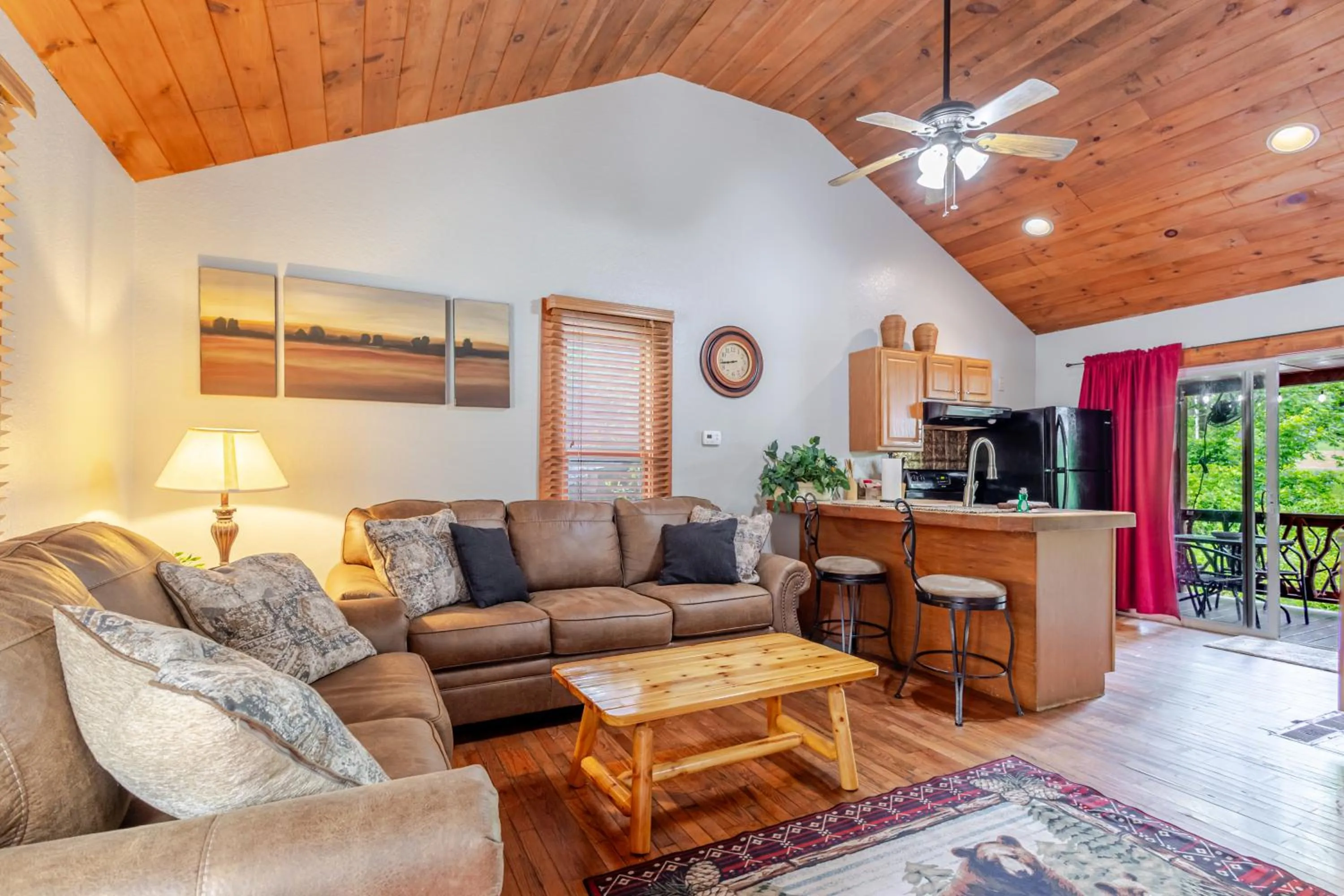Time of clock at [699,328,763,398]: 8:43
